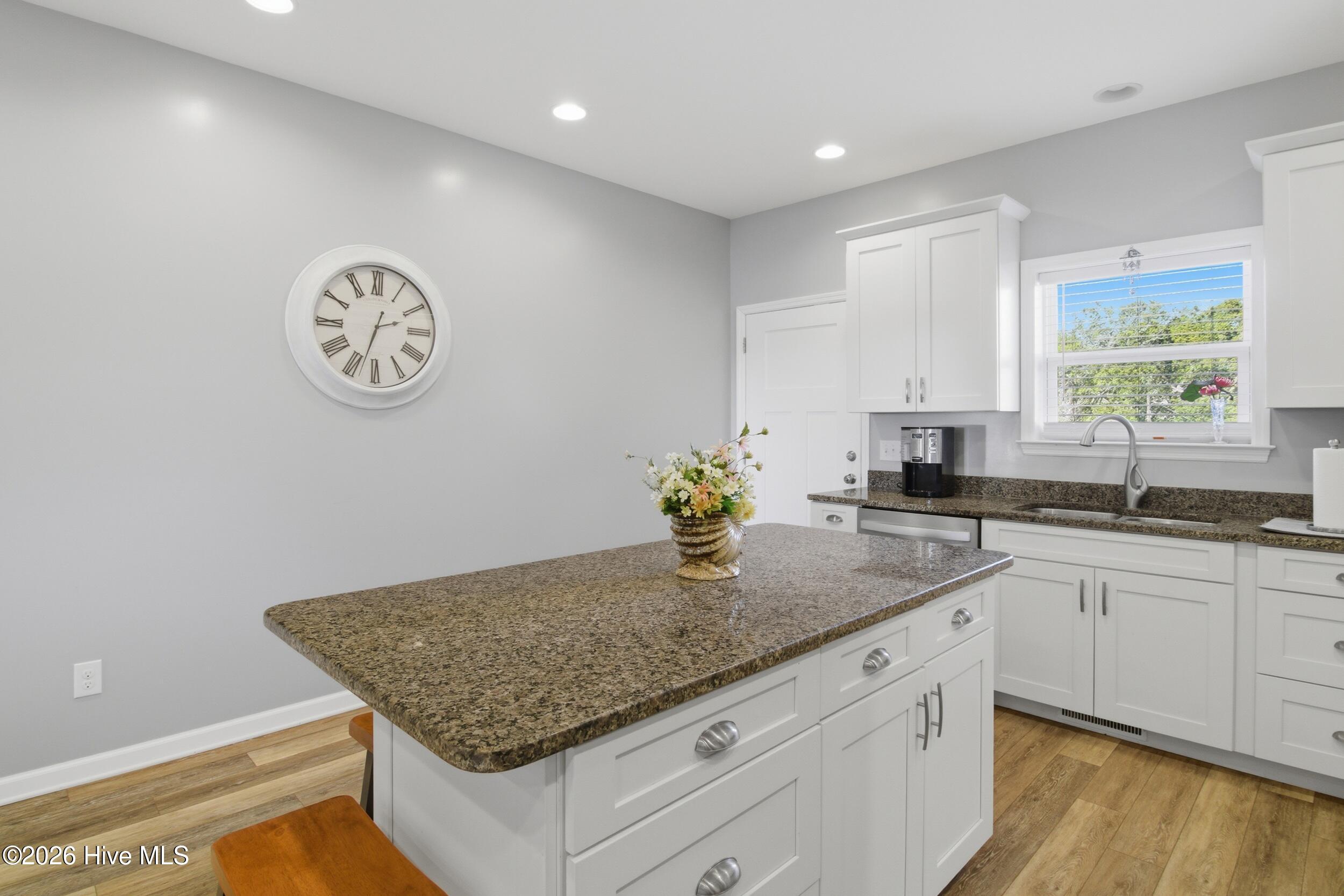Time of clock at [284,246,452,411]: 2:33
